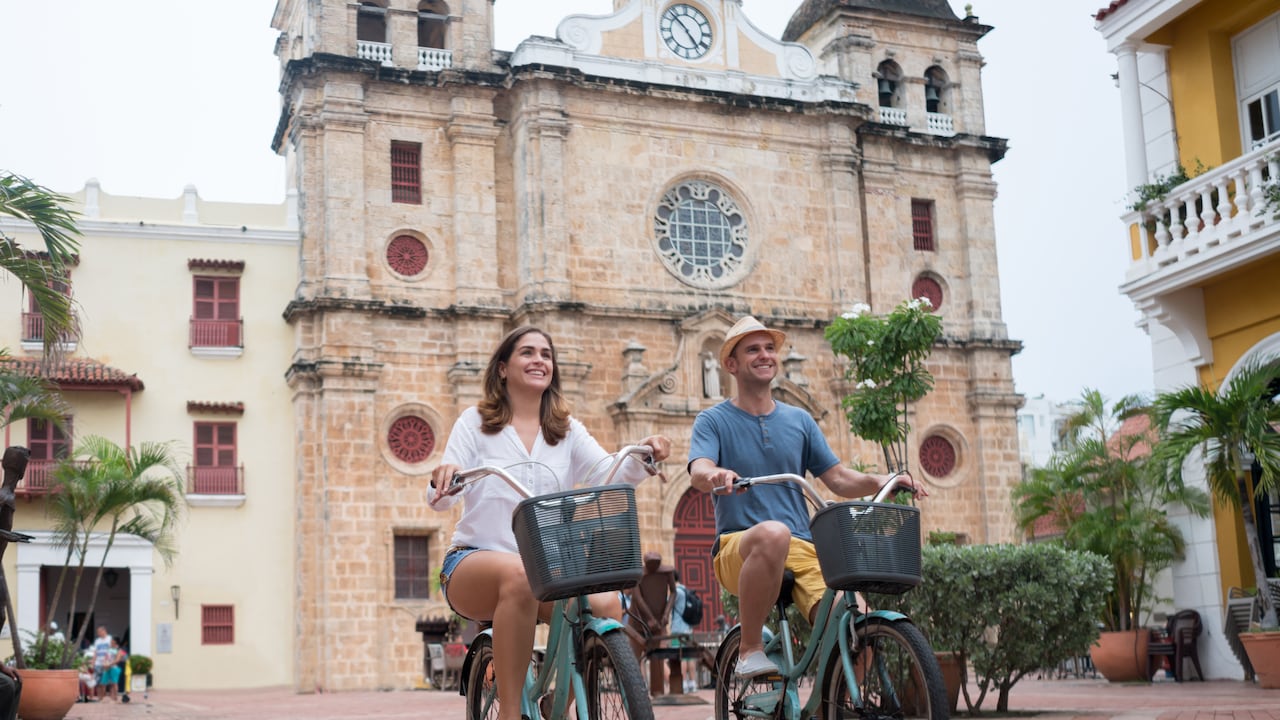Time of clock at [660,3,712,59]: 4:52
